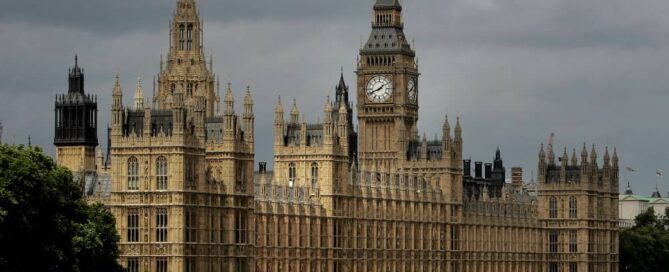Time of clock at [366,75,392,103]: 1:41
